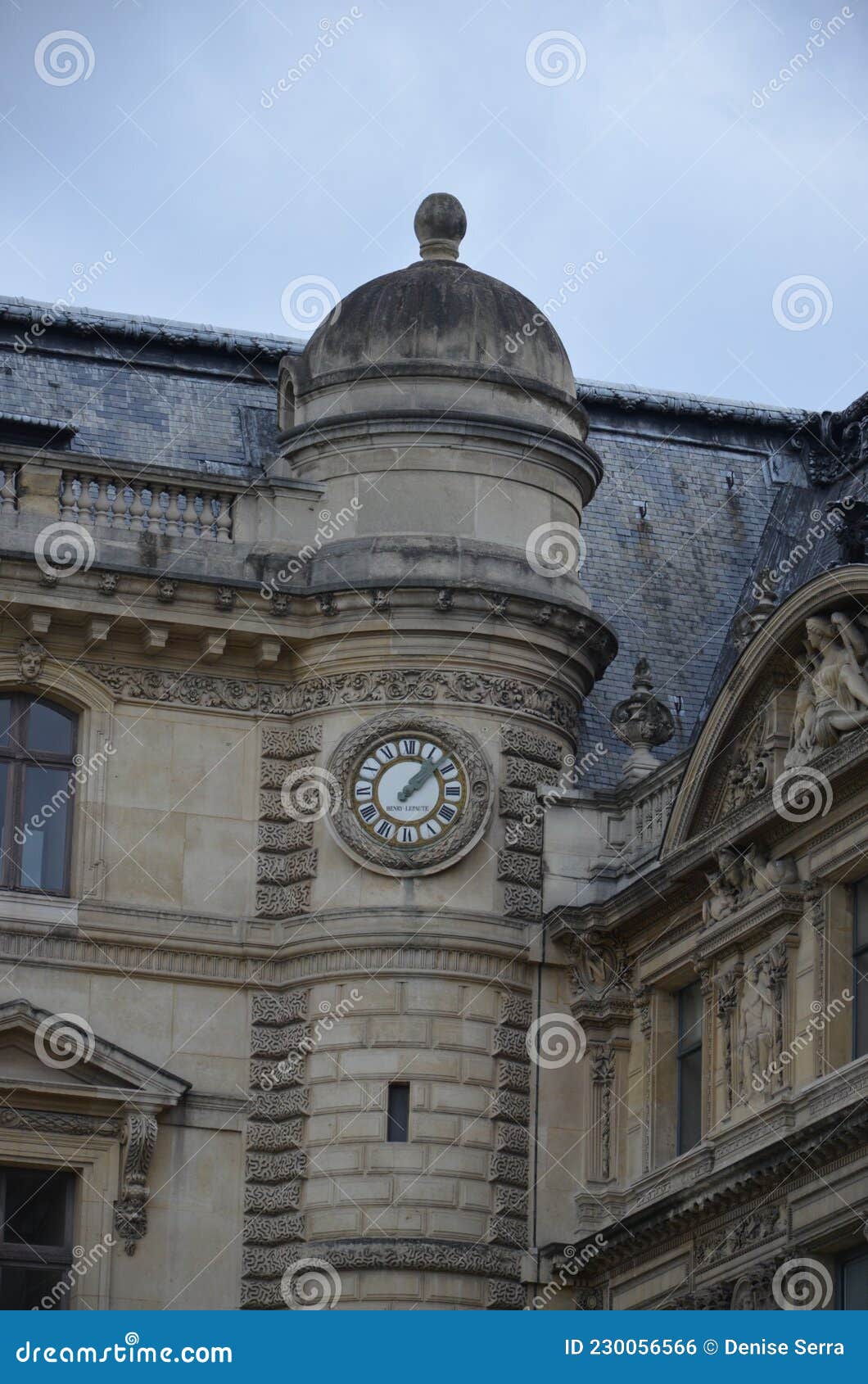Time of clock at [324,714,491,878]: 1:07
